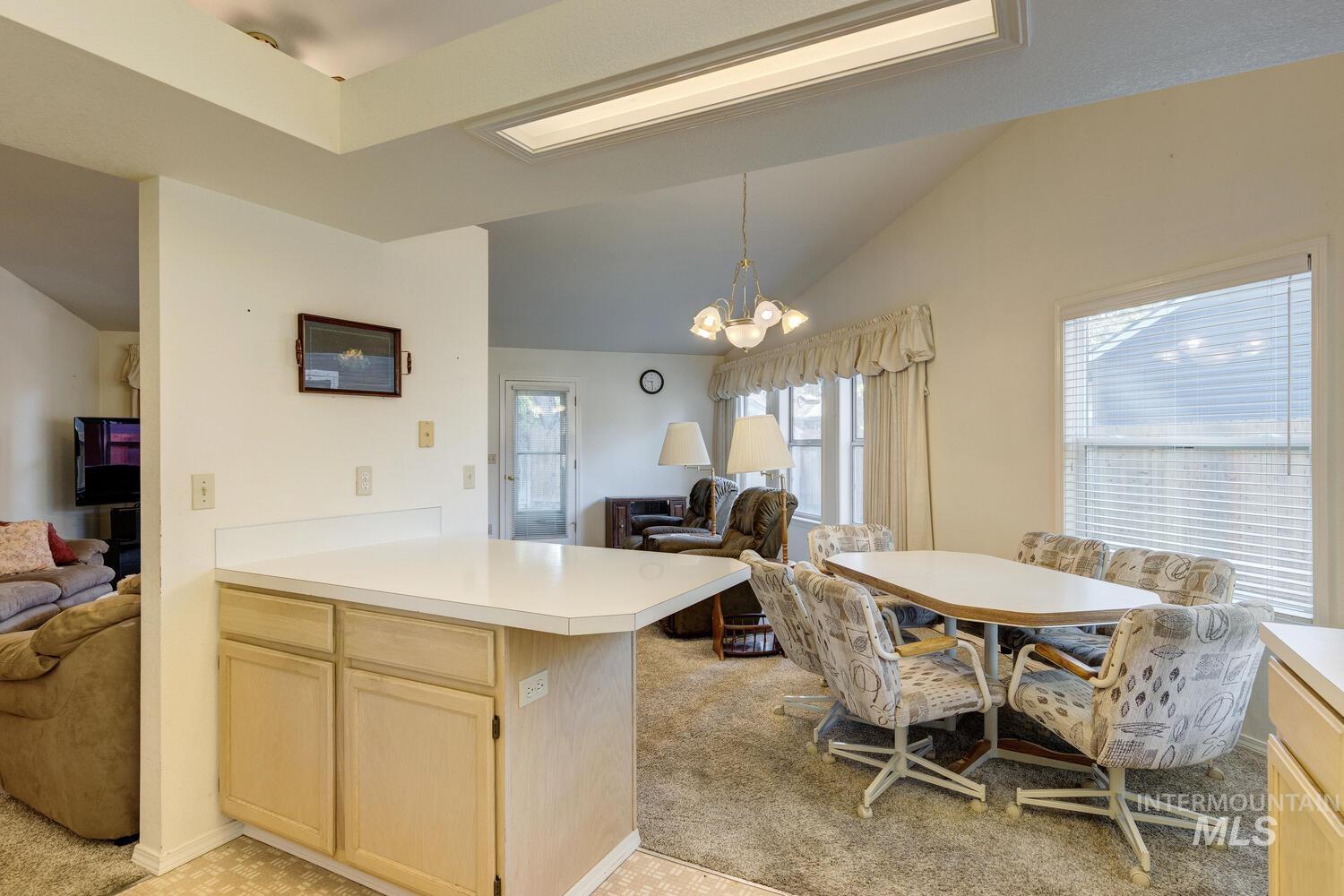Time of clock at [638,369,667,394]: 9:28
